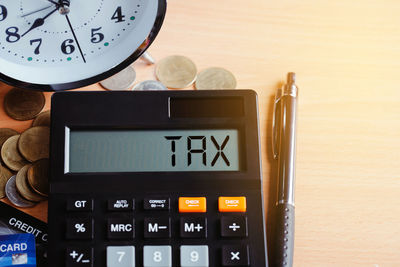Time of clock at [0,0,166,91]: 12:38
